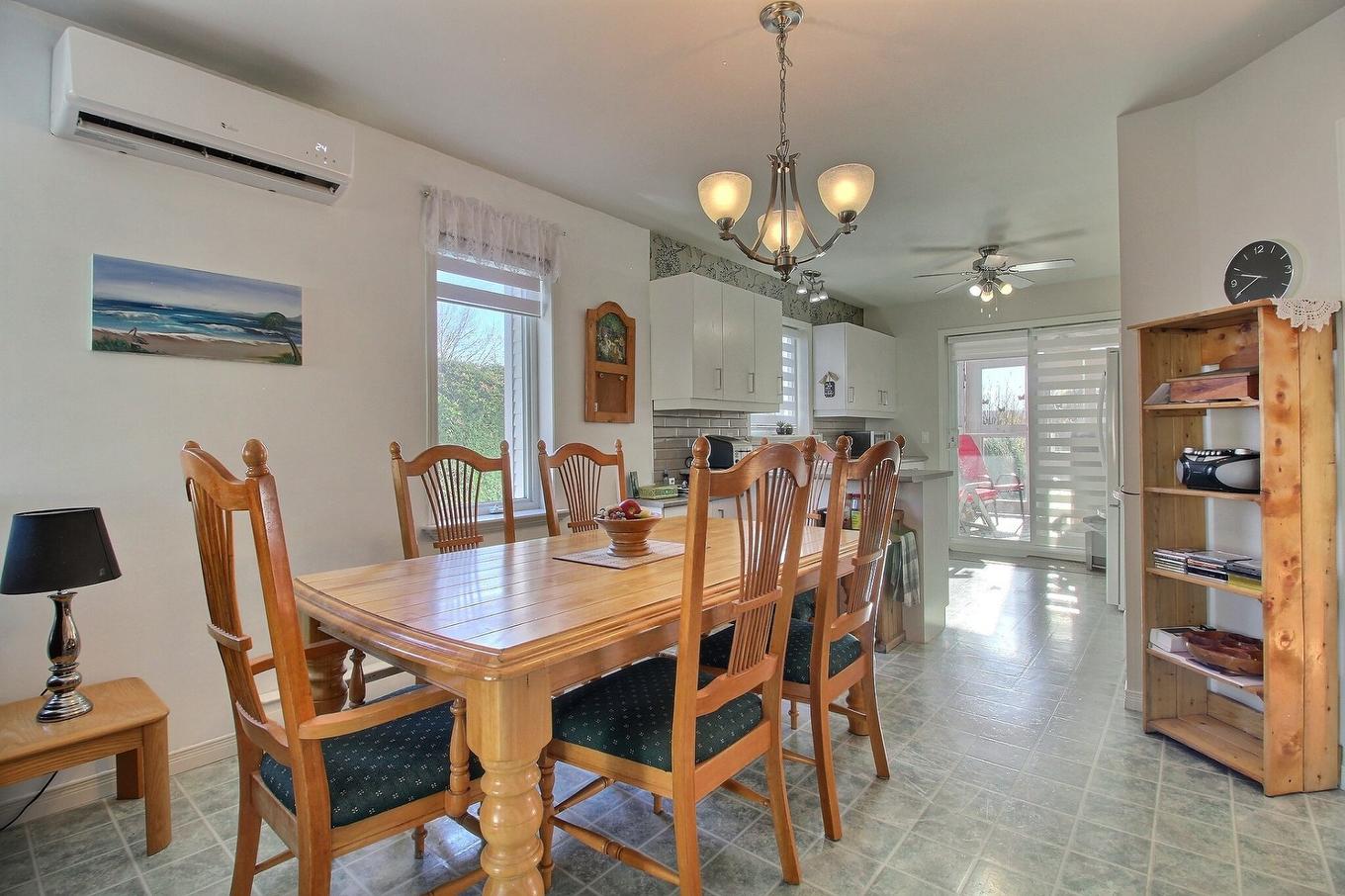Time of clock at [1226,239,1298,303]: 9:40
